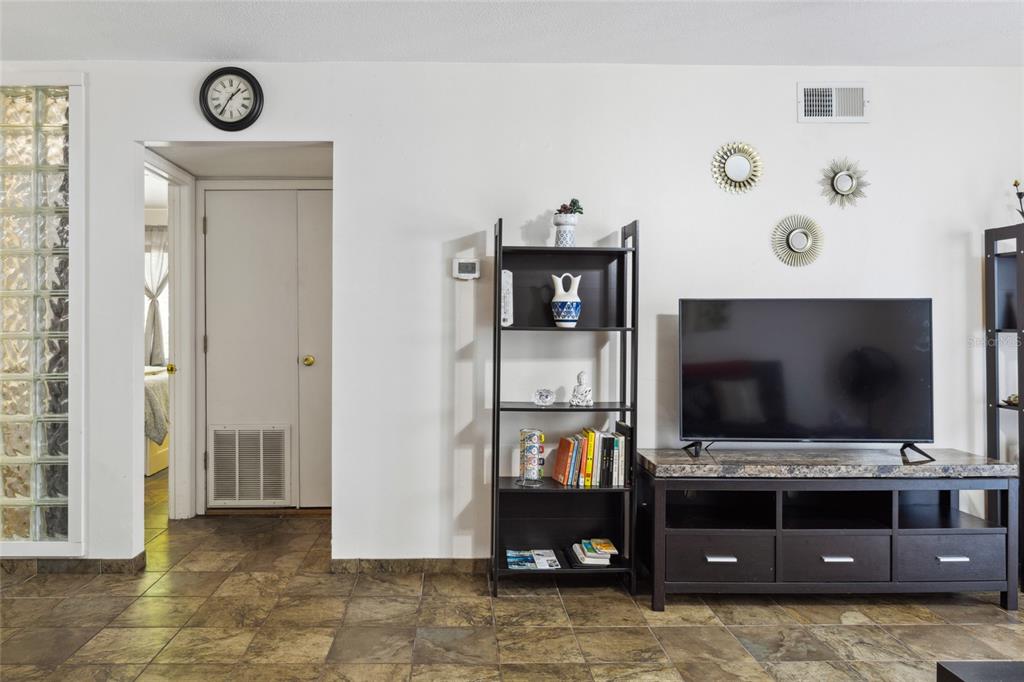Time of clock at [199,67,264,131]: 1:35
